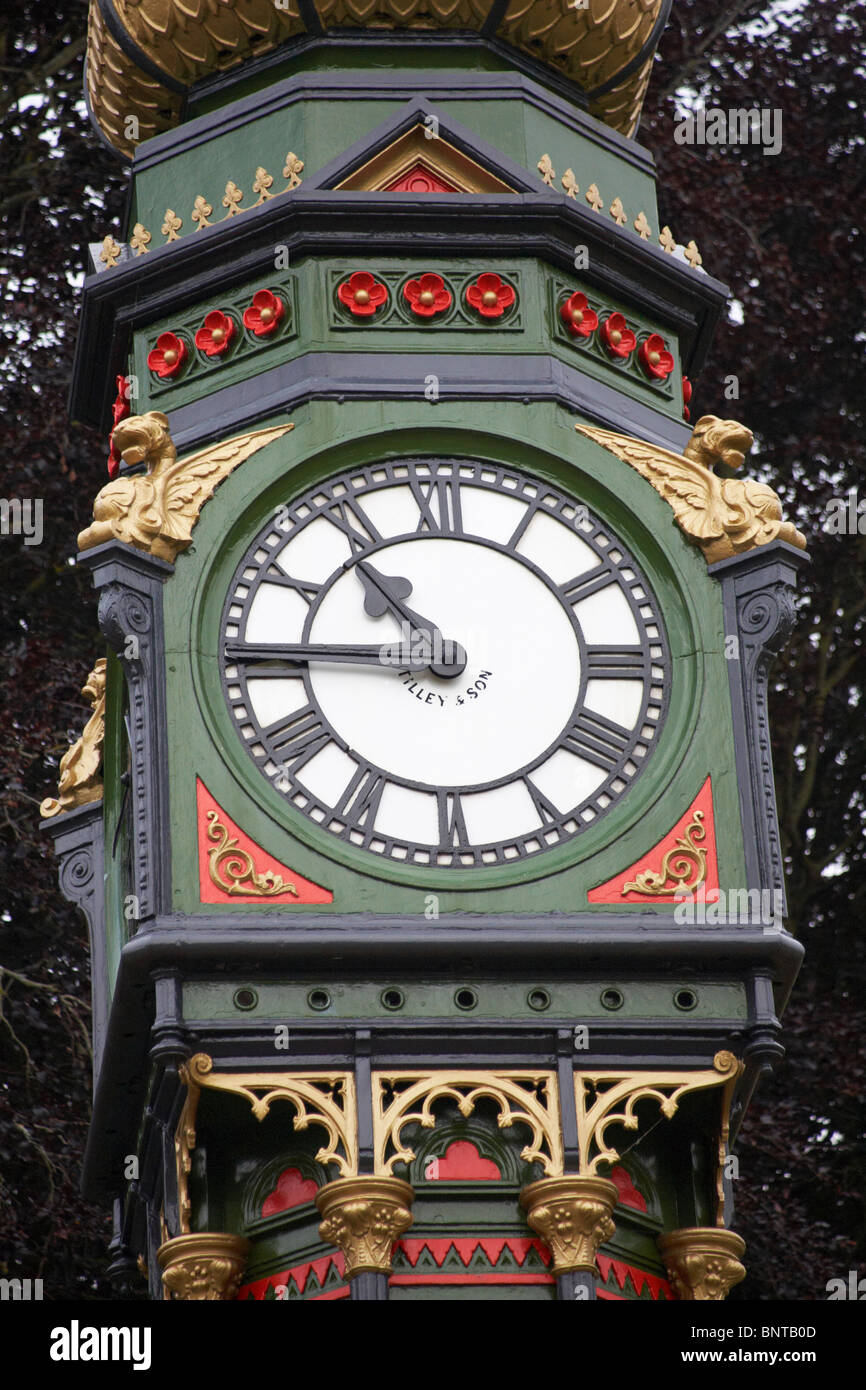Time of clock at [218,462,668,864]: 10:45
